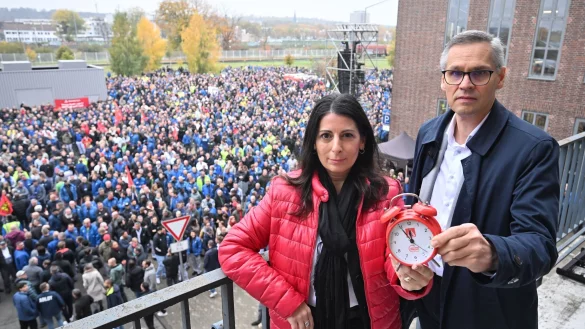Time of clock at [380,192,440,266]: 11:54
